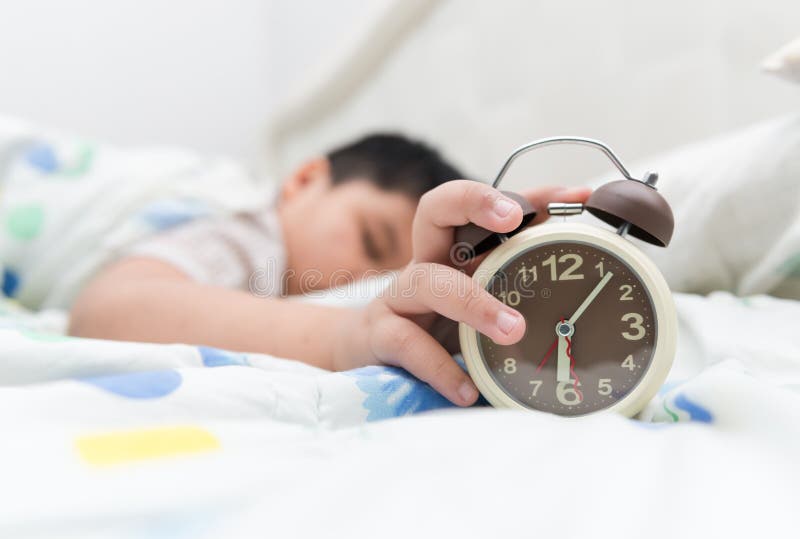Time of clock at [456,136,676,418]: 6:06
